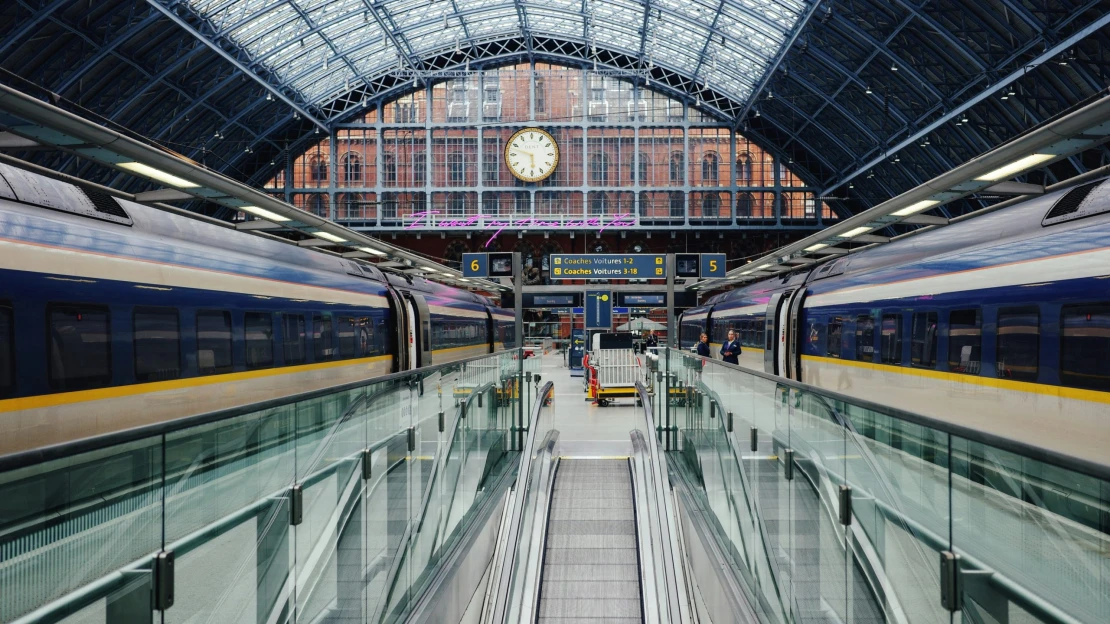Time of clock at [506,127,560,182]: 5:47
